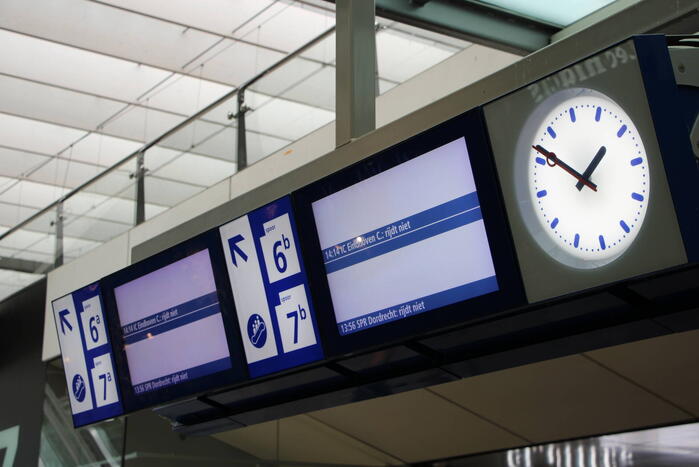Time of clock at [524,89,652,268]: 1:51
